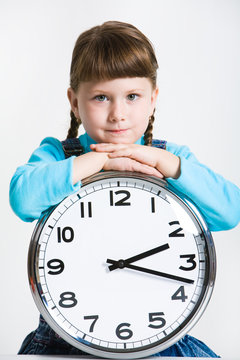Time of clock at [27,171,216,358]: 2:17
